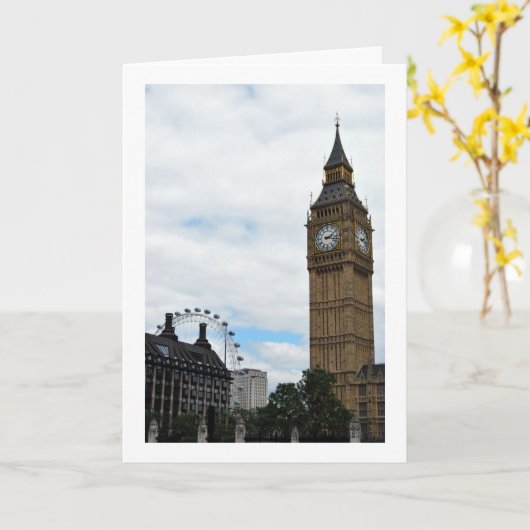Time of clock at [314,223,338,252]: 2:17
